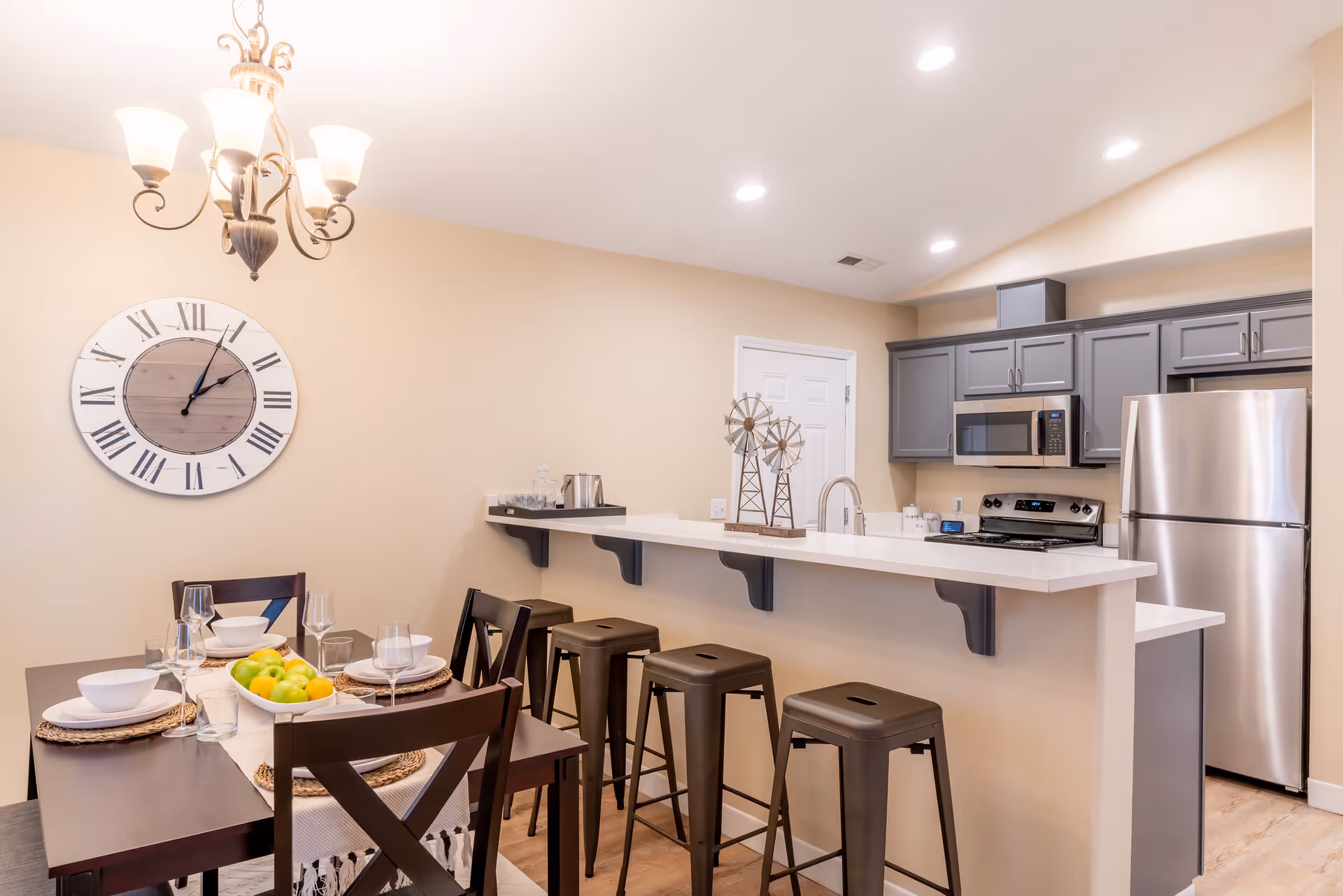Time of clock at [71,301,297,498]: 2:04
